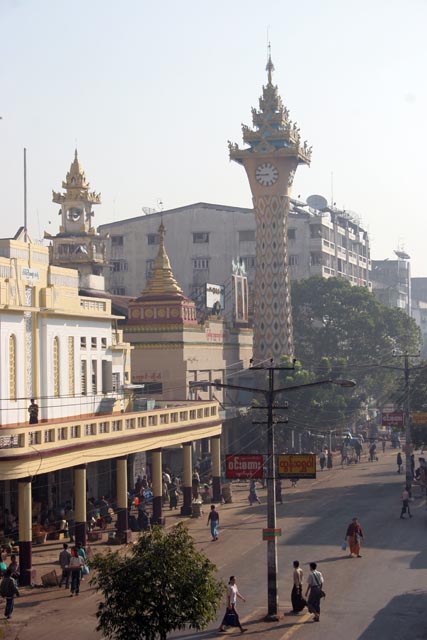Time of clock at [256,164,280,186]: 8:45
